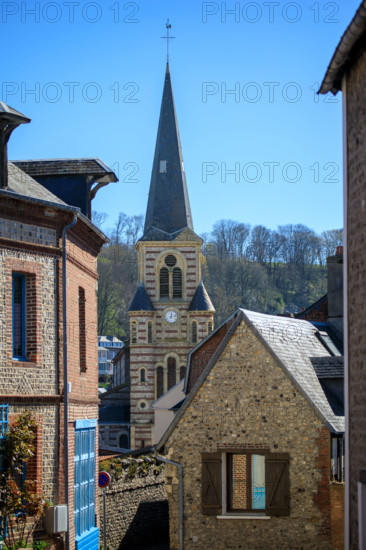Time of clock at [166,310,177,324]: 12:13
